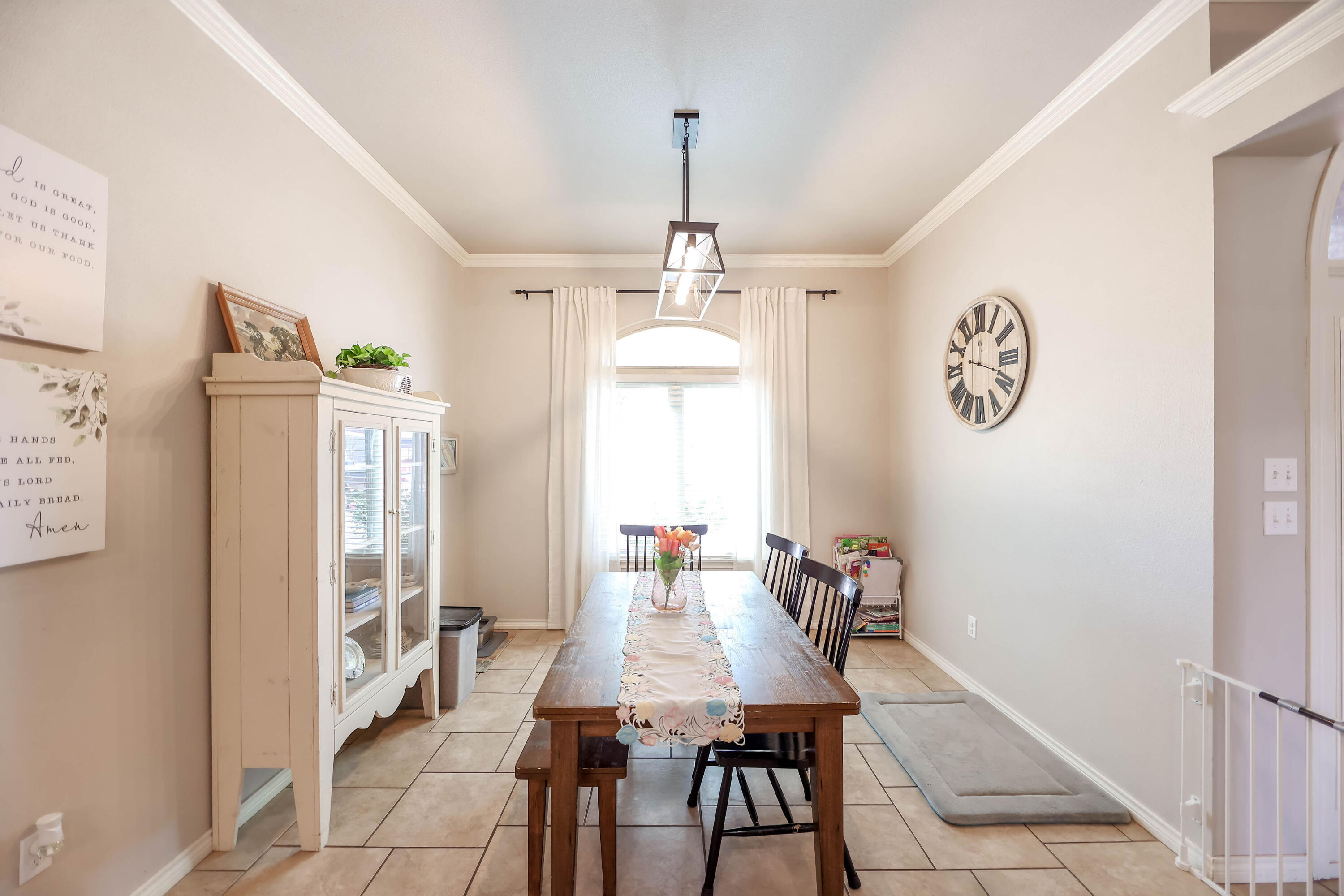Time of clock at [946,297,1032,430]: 12:18
